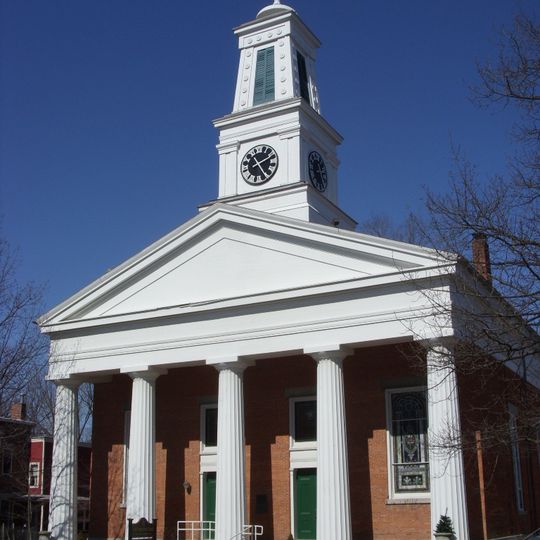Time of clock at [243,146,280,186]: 2:24
